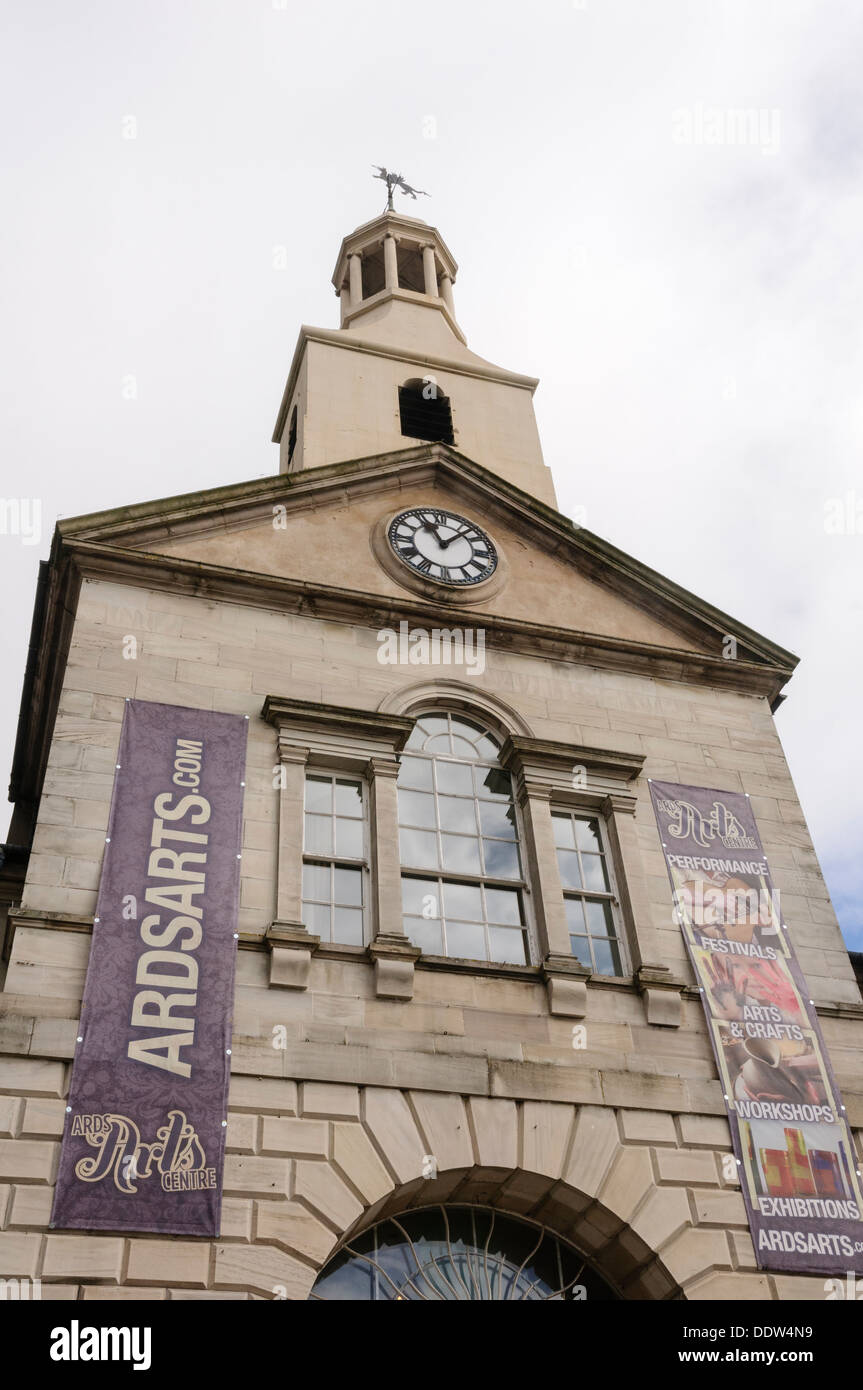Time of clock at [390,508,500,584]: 11:07
